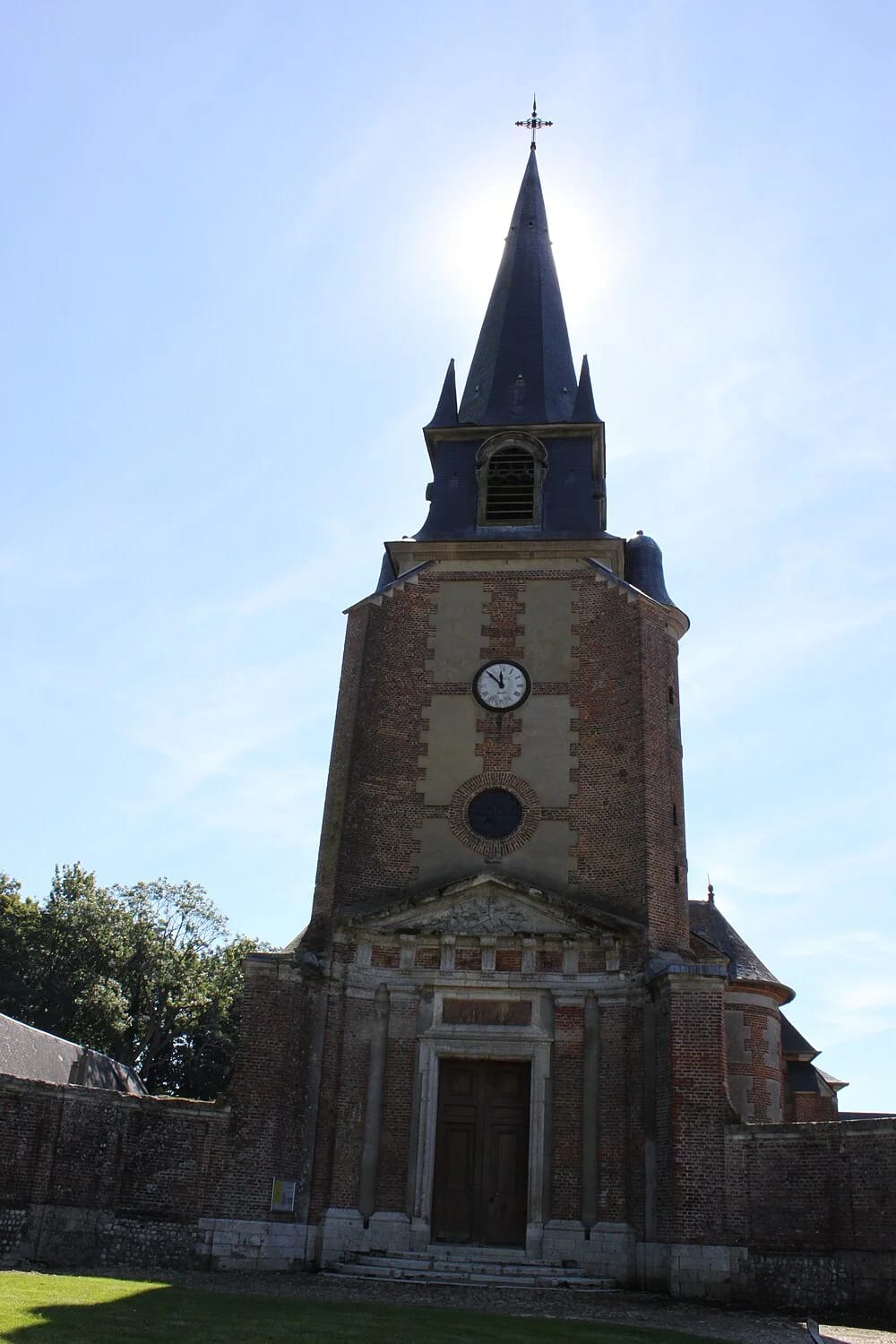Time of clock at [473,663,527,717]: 11:52
